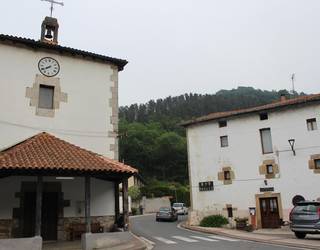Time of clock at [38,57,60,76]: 7:40
